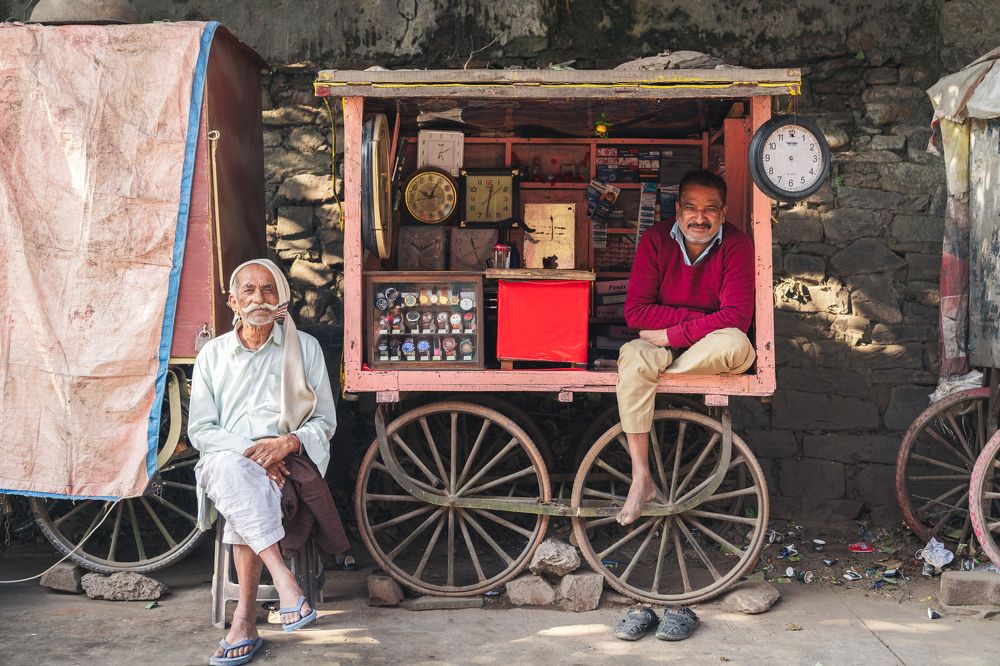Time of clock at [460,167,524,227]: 12:32
